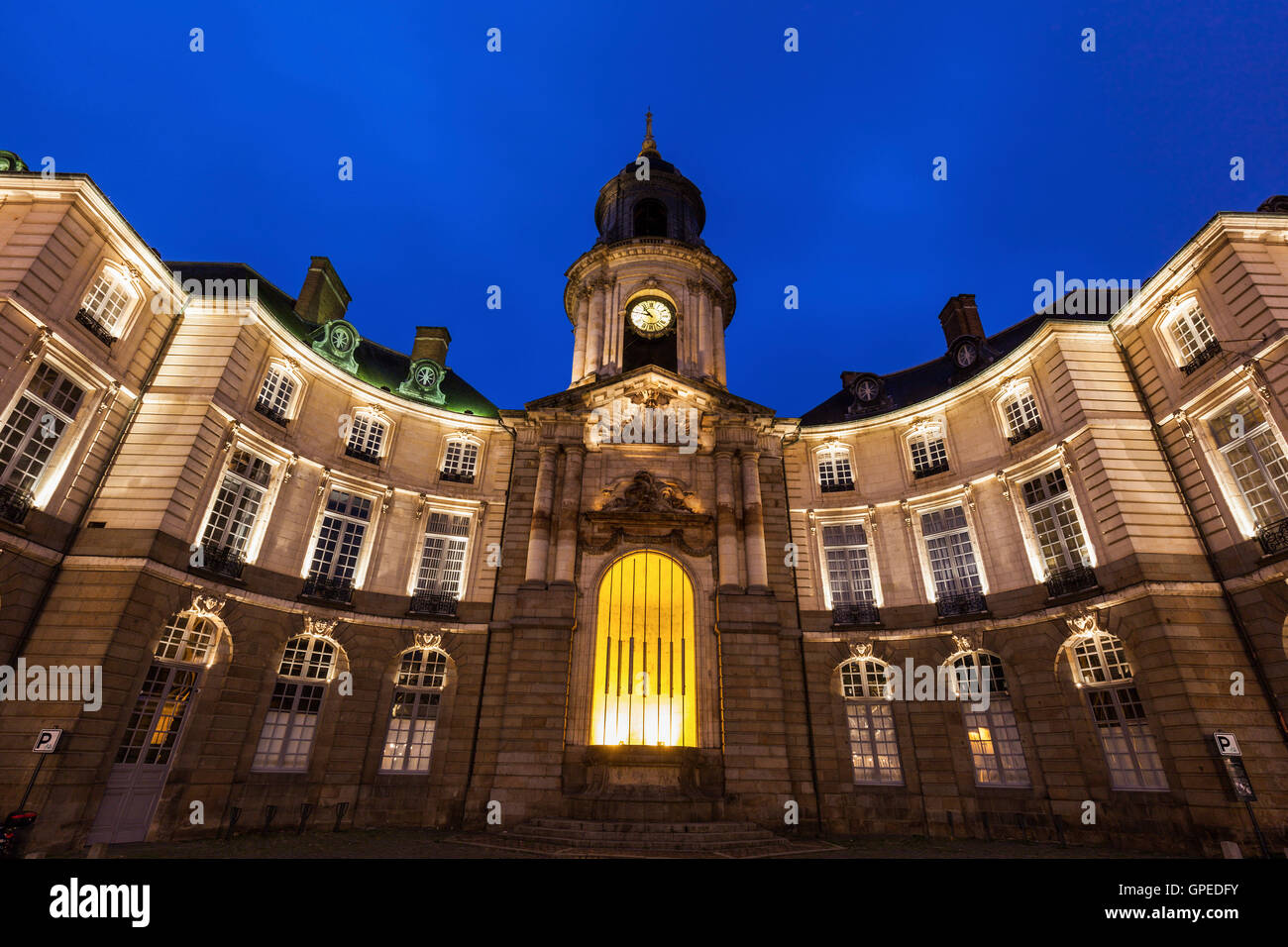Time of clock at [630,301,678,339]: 10:47
